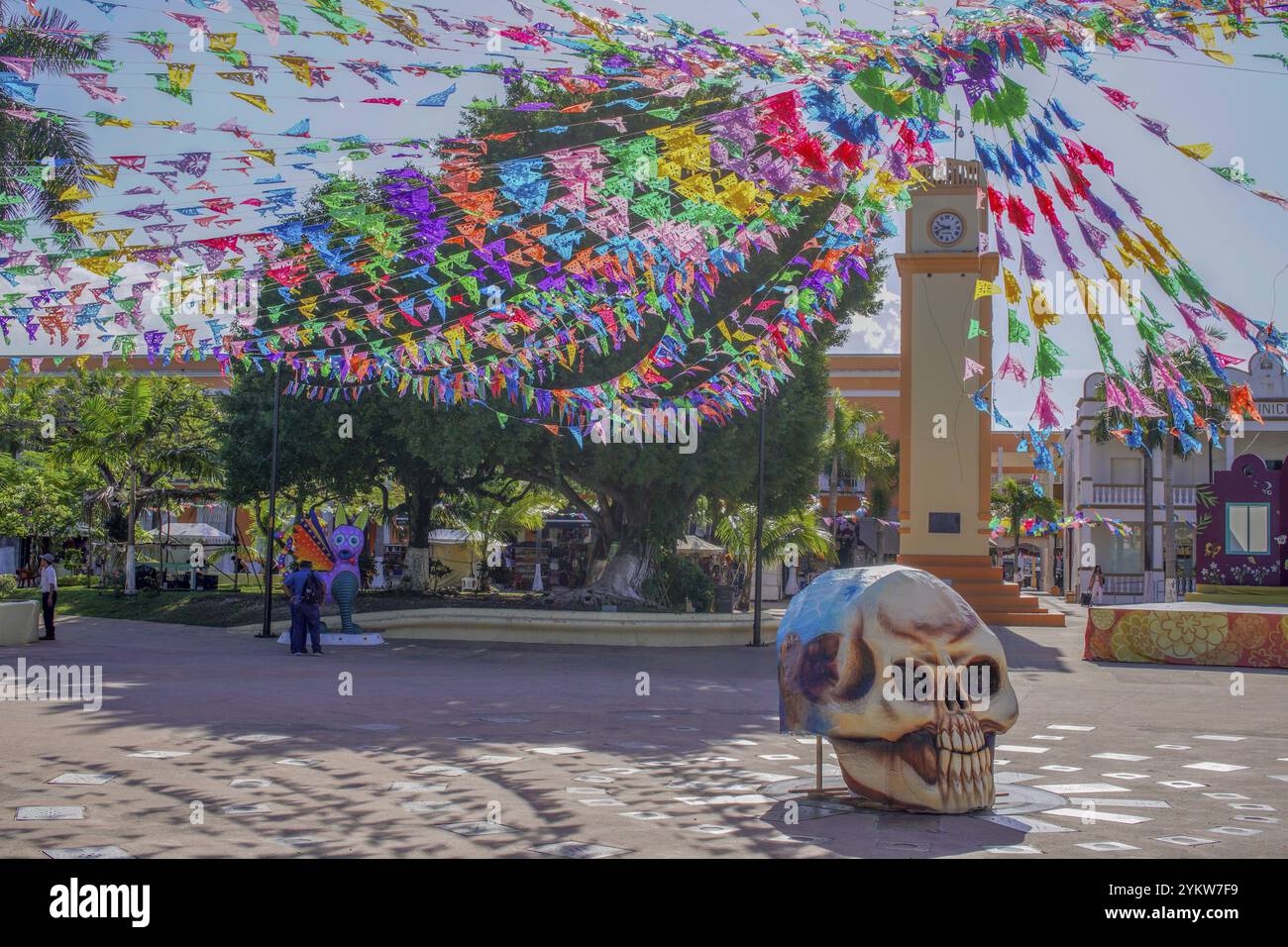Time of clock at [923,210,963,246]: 9:42
